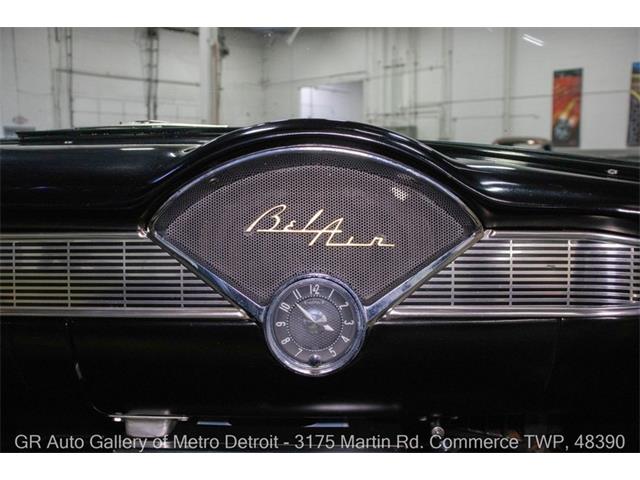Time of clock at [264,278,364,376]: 3:52
